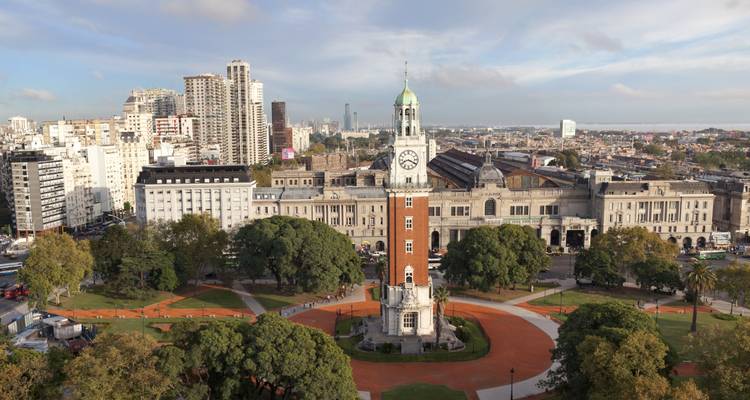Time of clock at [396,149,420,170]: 8:19
